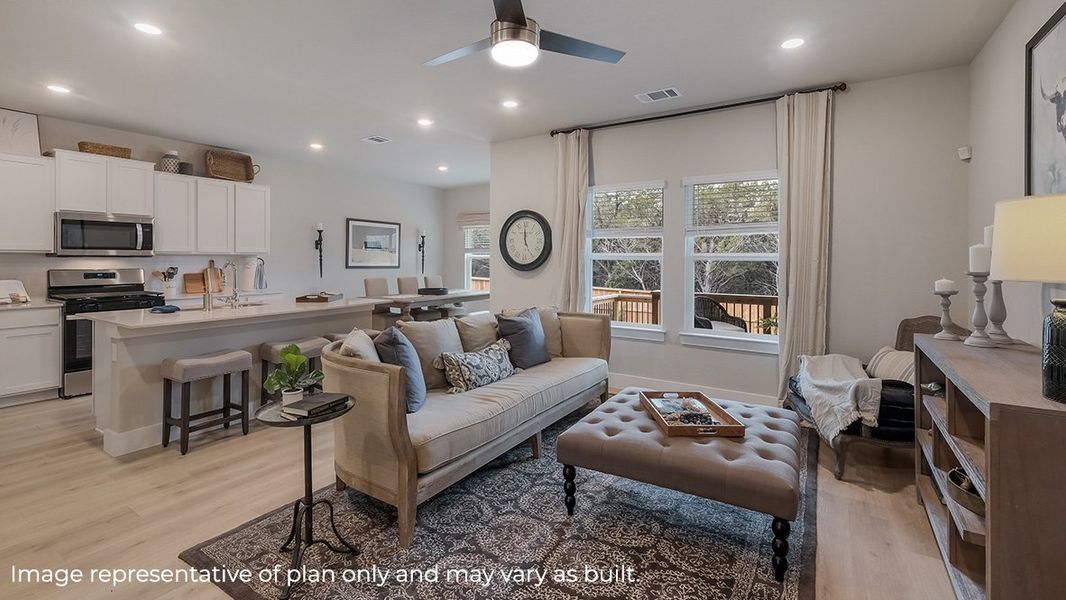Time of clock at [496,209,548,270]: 4:59
